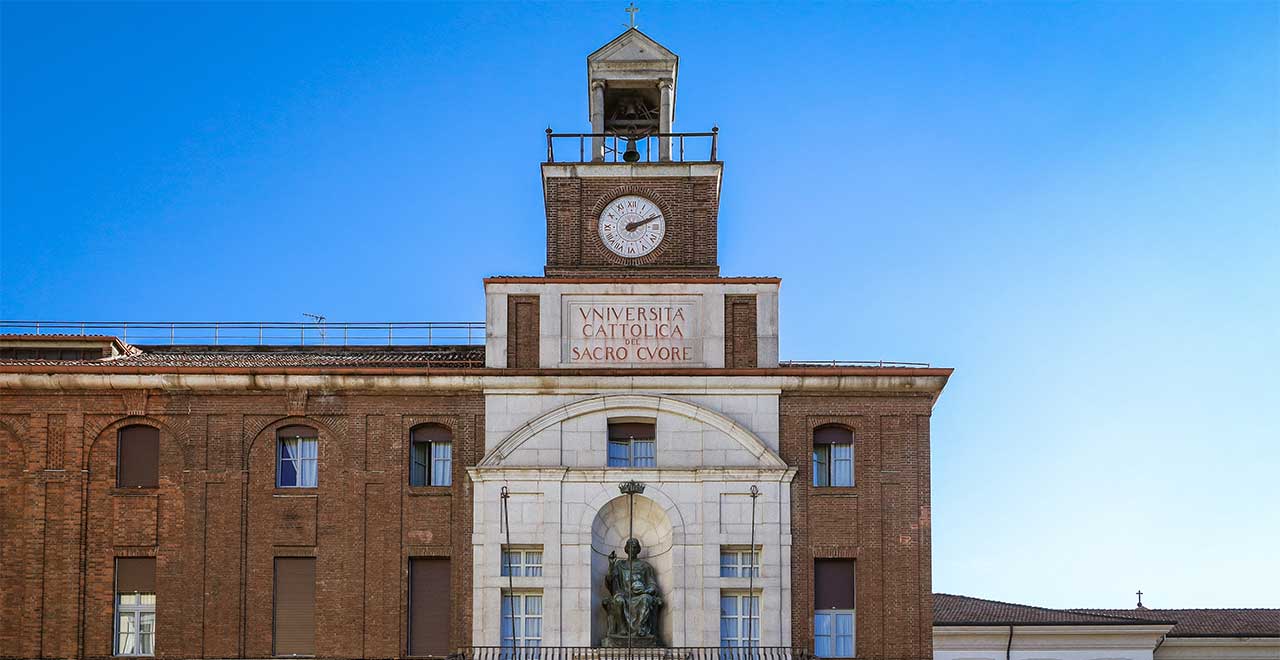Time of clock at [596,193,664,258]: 2:11
